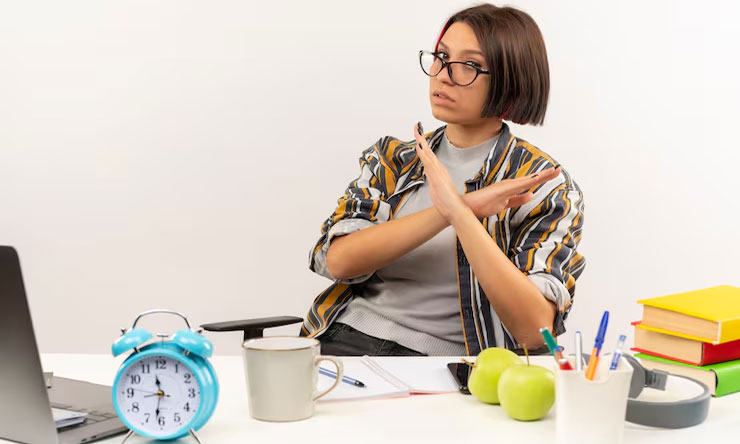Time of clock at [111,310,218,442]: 11:31
